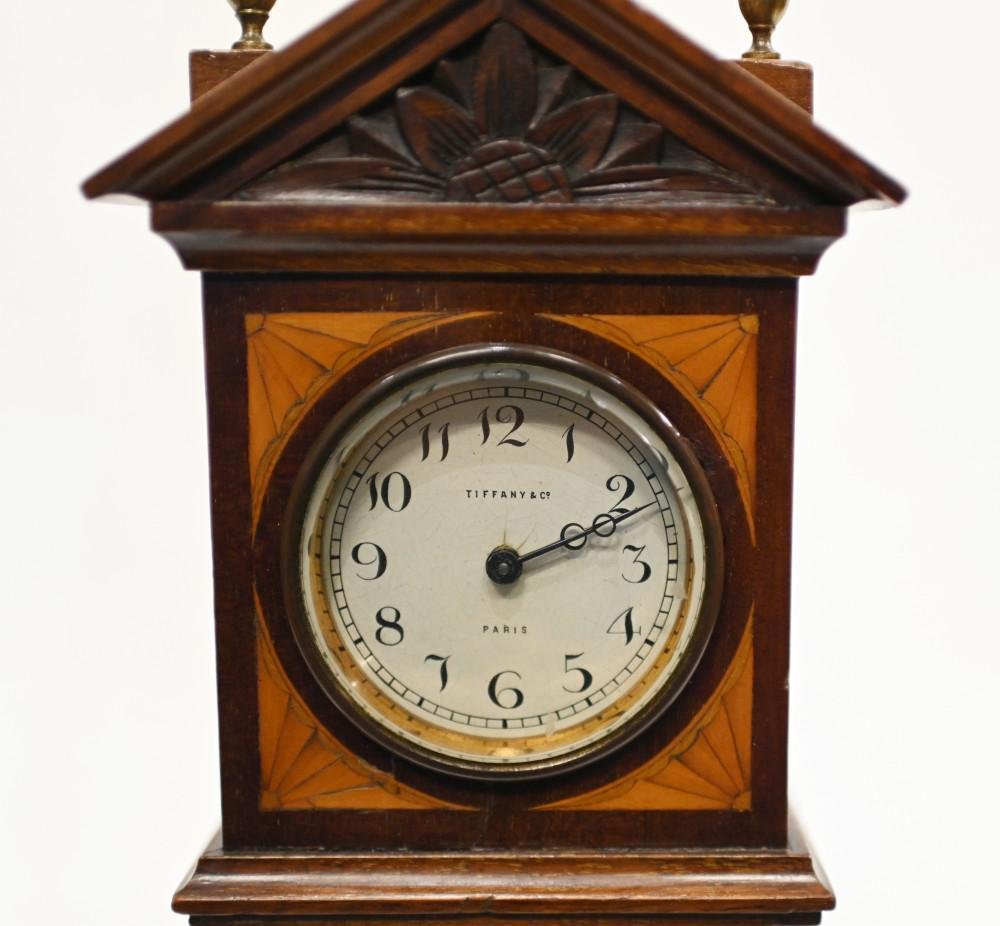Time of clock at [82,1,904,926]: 2:11
